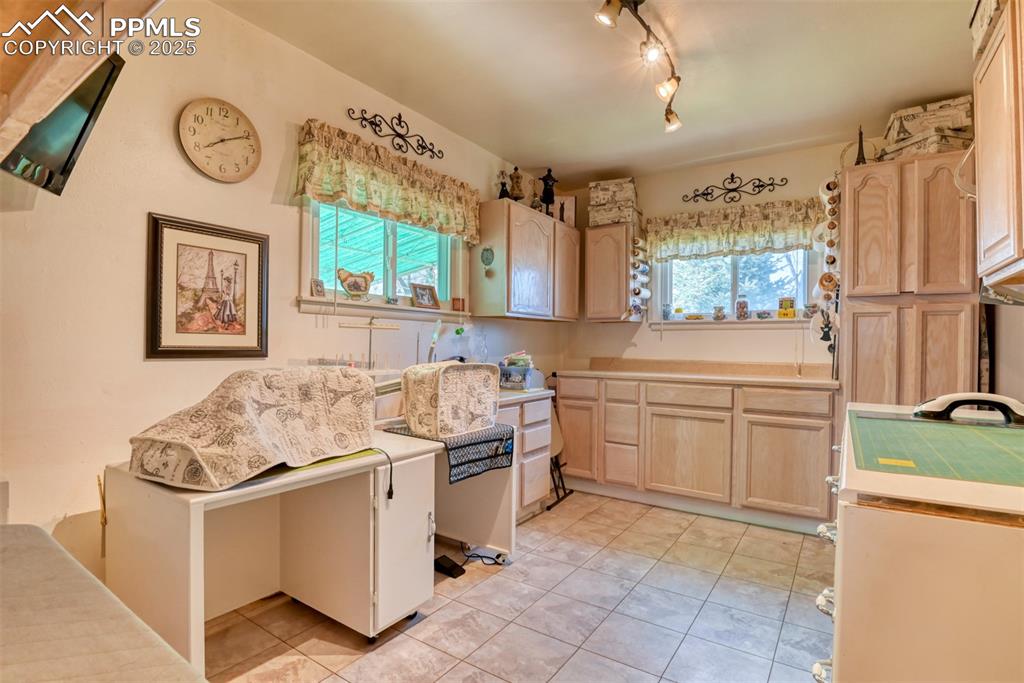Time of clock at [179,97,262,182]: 8:11
